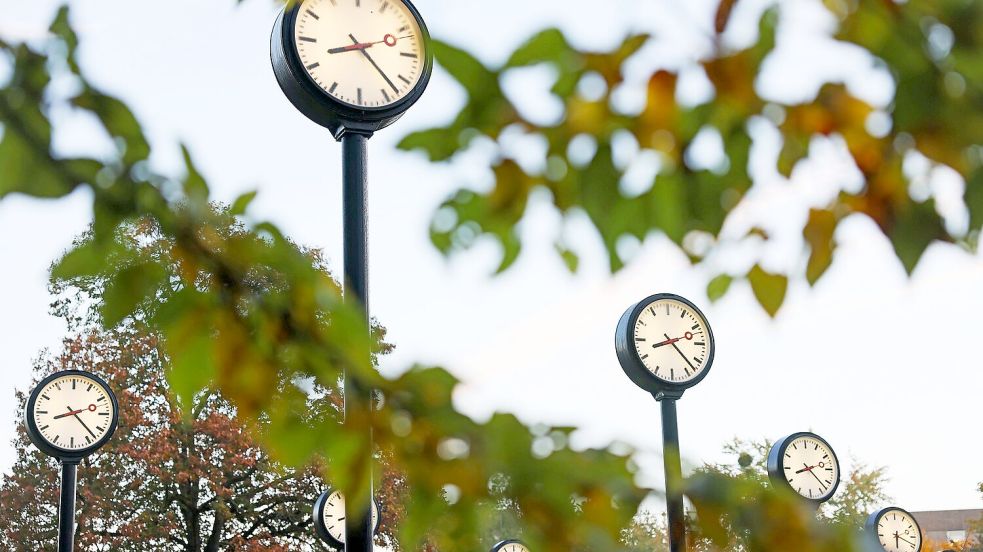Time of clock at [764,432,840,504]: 8:22
